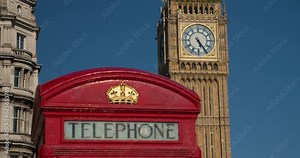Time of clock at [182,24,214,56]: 5:24
